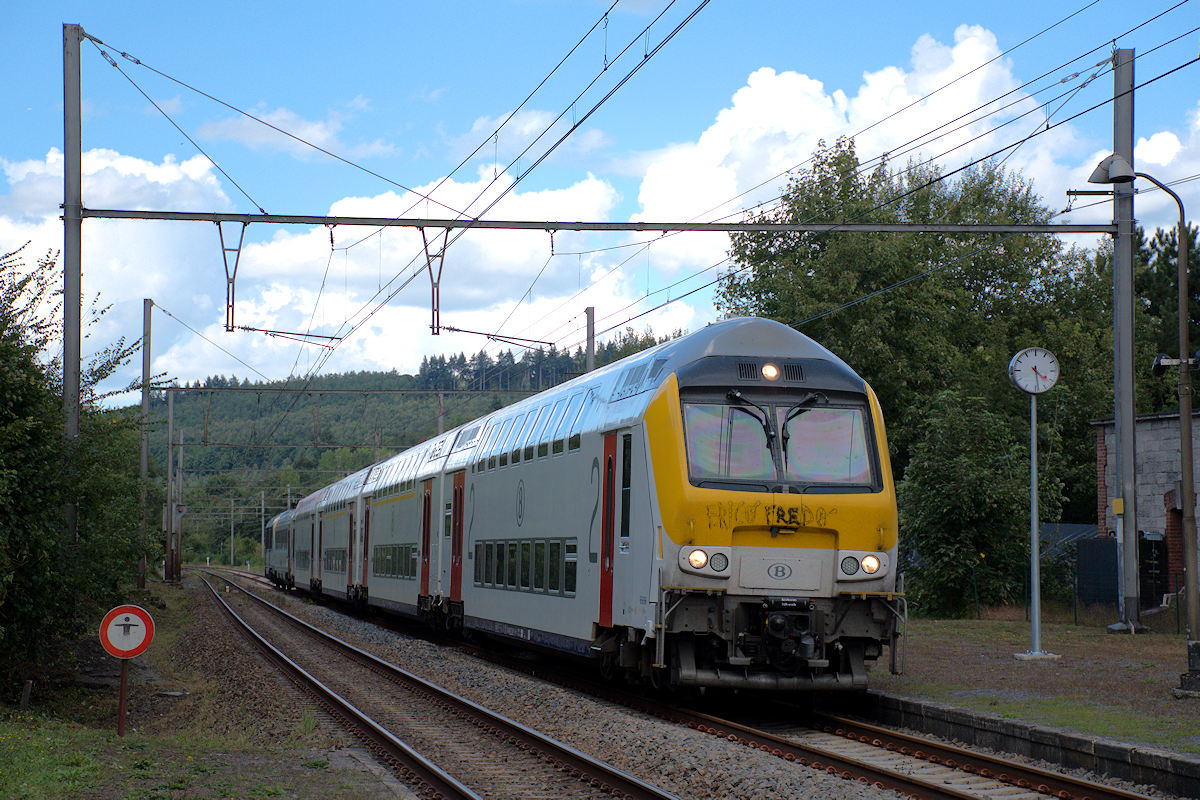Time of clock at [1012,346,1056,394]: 4:28
